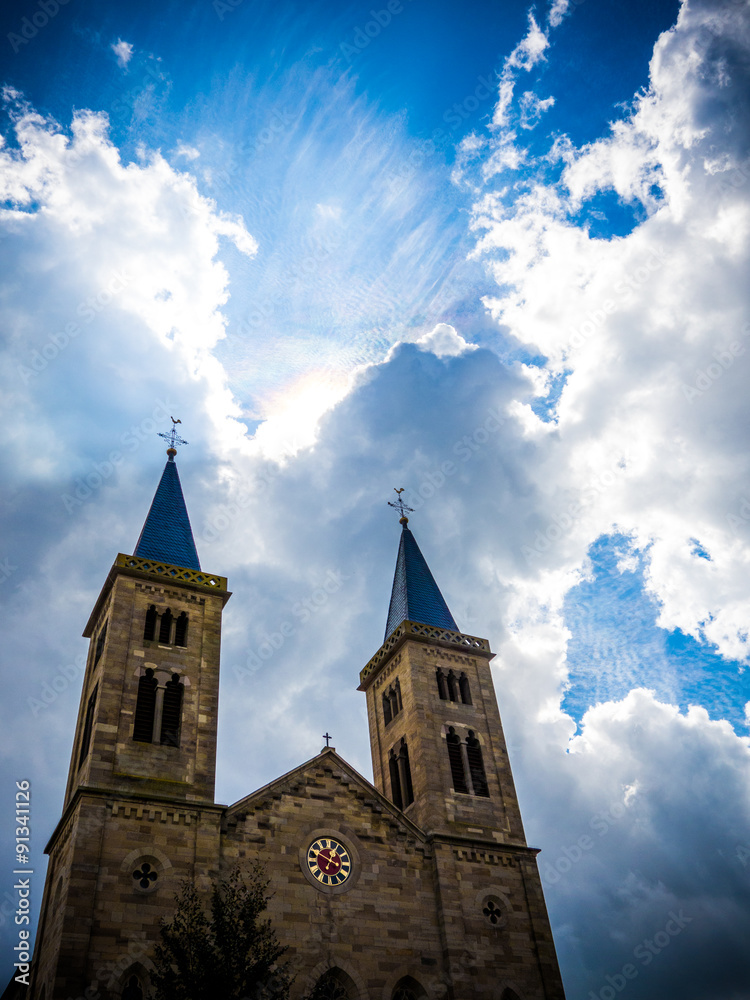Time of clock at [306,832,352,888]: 12:49
